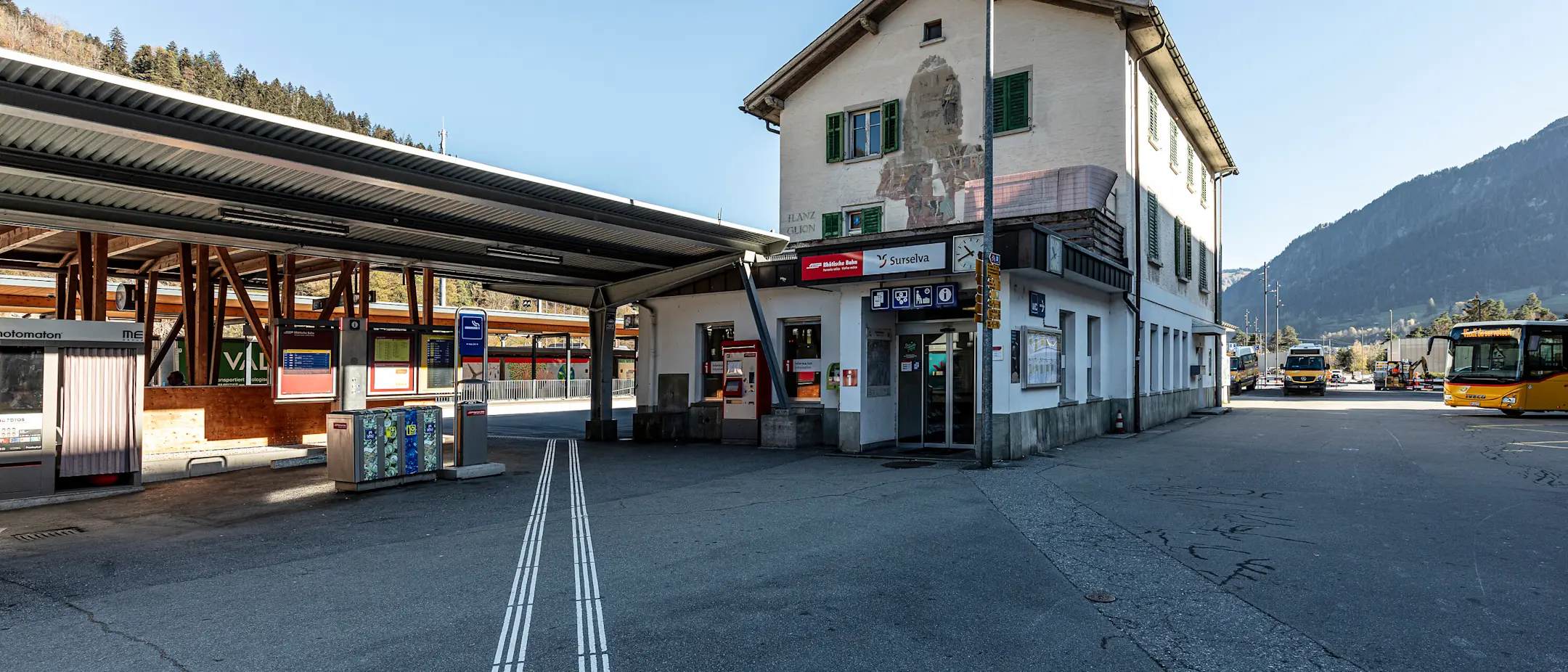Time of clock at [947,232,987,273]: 10:41
